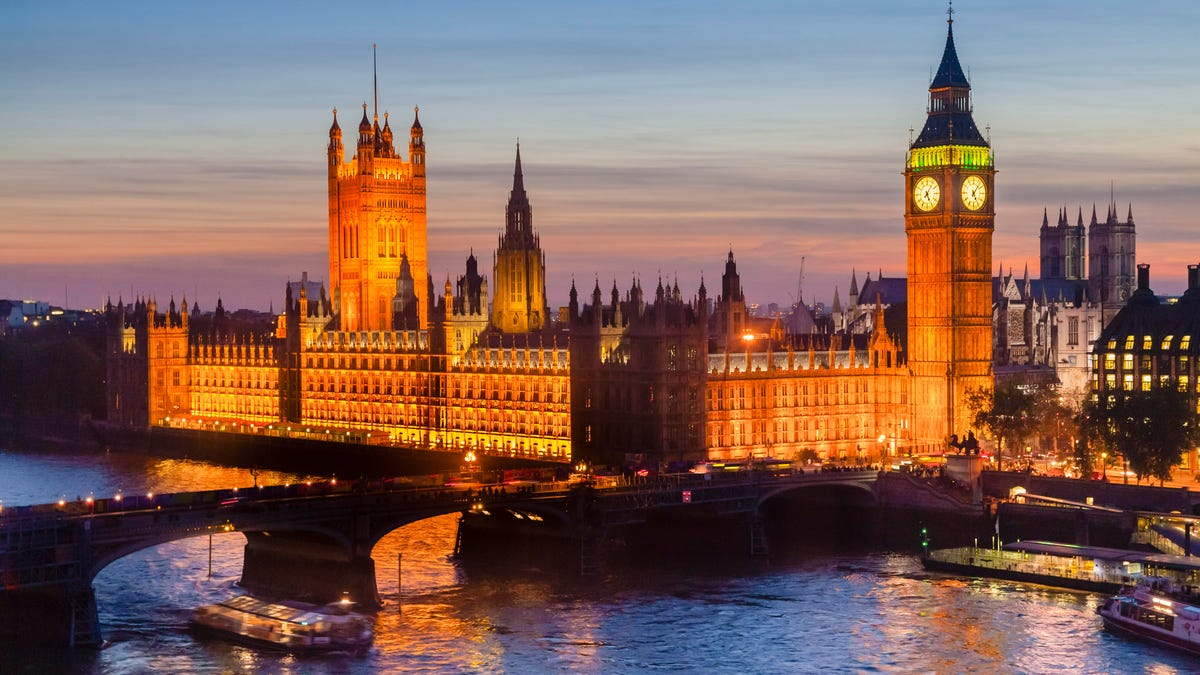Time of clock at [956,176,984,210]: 5:06
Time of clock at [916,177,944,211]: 5:05
